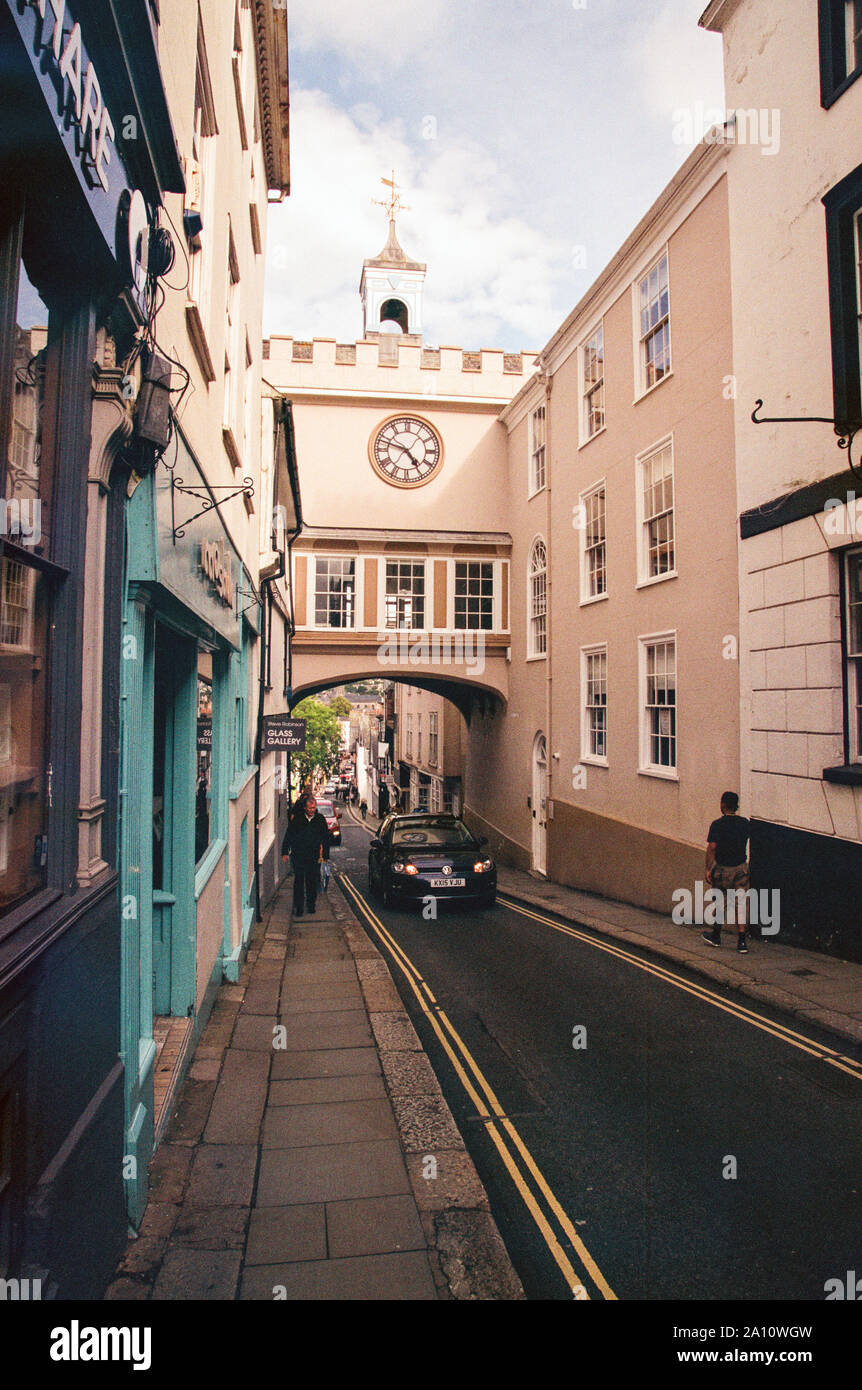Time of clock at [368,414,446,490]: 4:47
